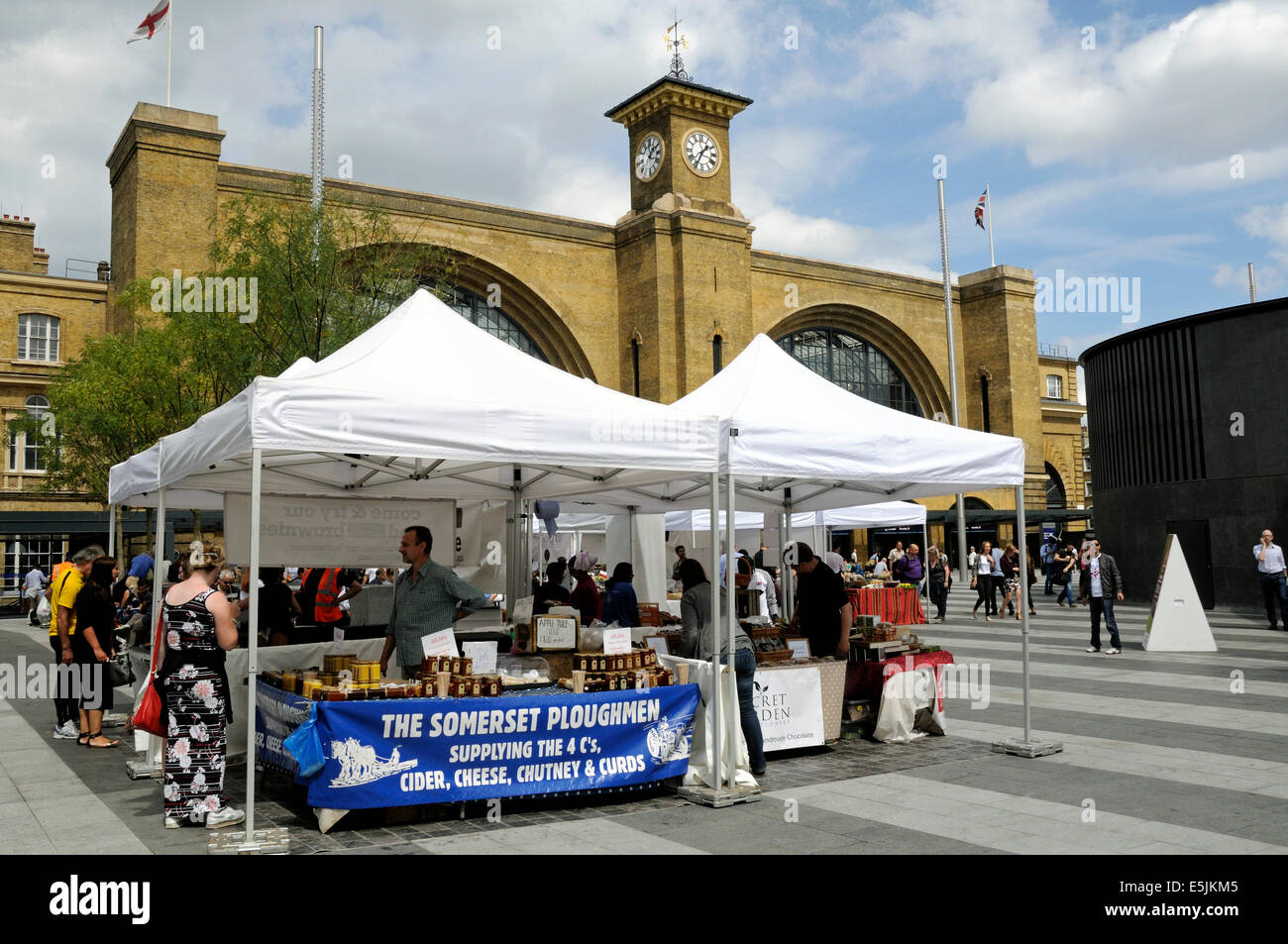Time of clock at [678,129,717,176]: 1:34
